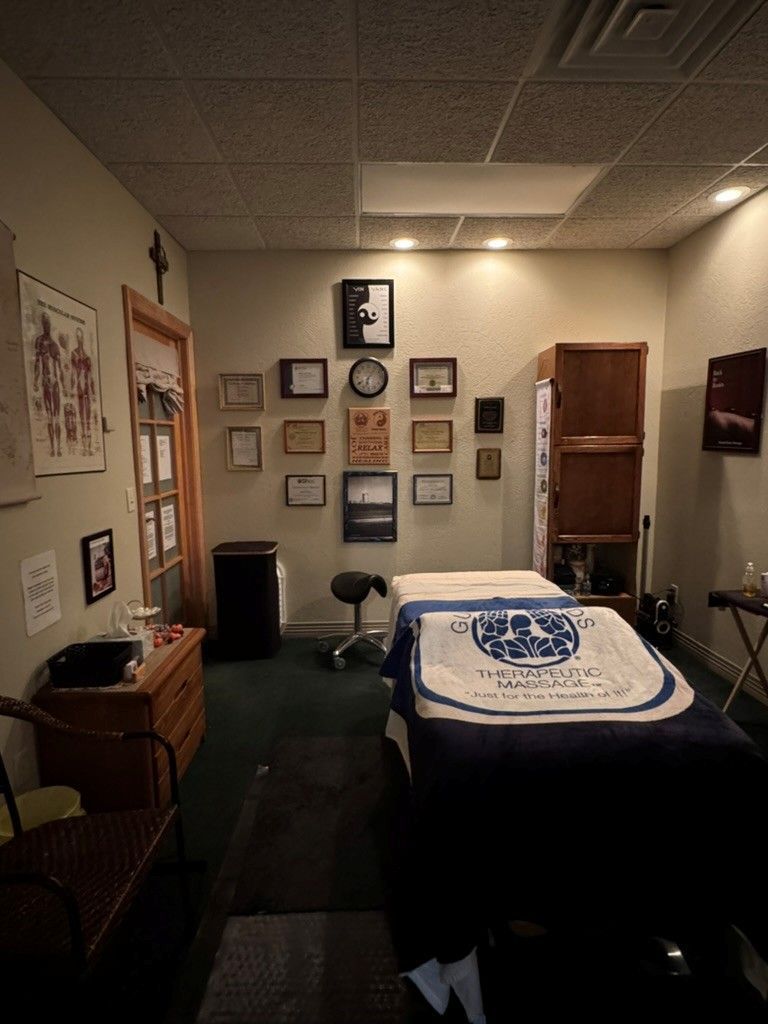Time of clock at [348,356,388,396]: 6:06
